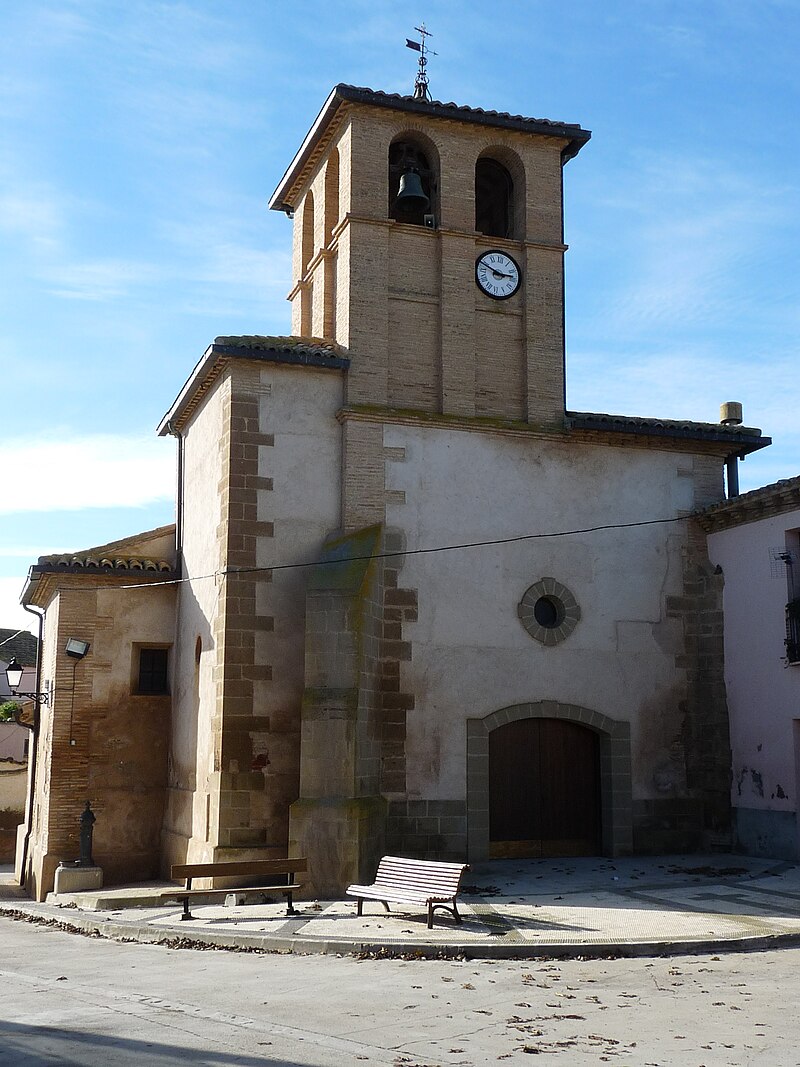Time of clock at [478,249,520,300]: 2:48
